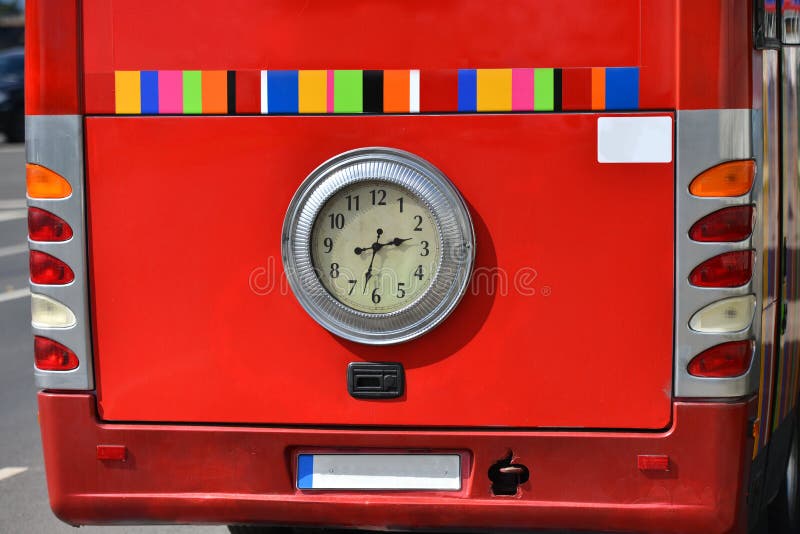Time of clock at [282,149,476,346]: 2:32
